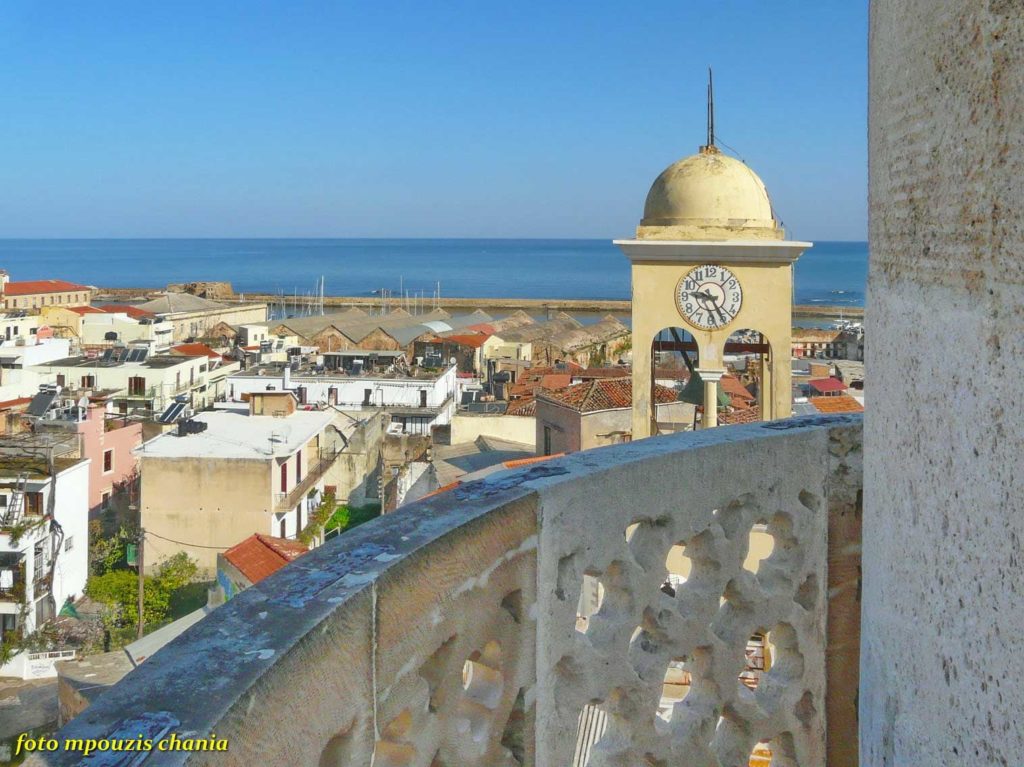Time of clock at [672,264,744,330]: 9:25
